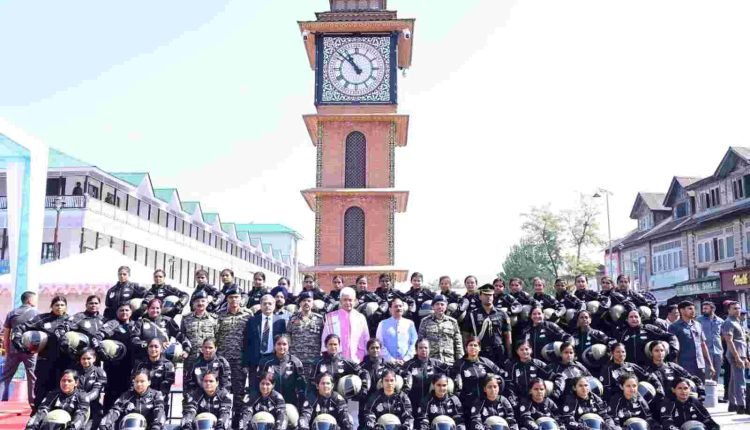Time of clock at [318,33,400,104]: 10:52
